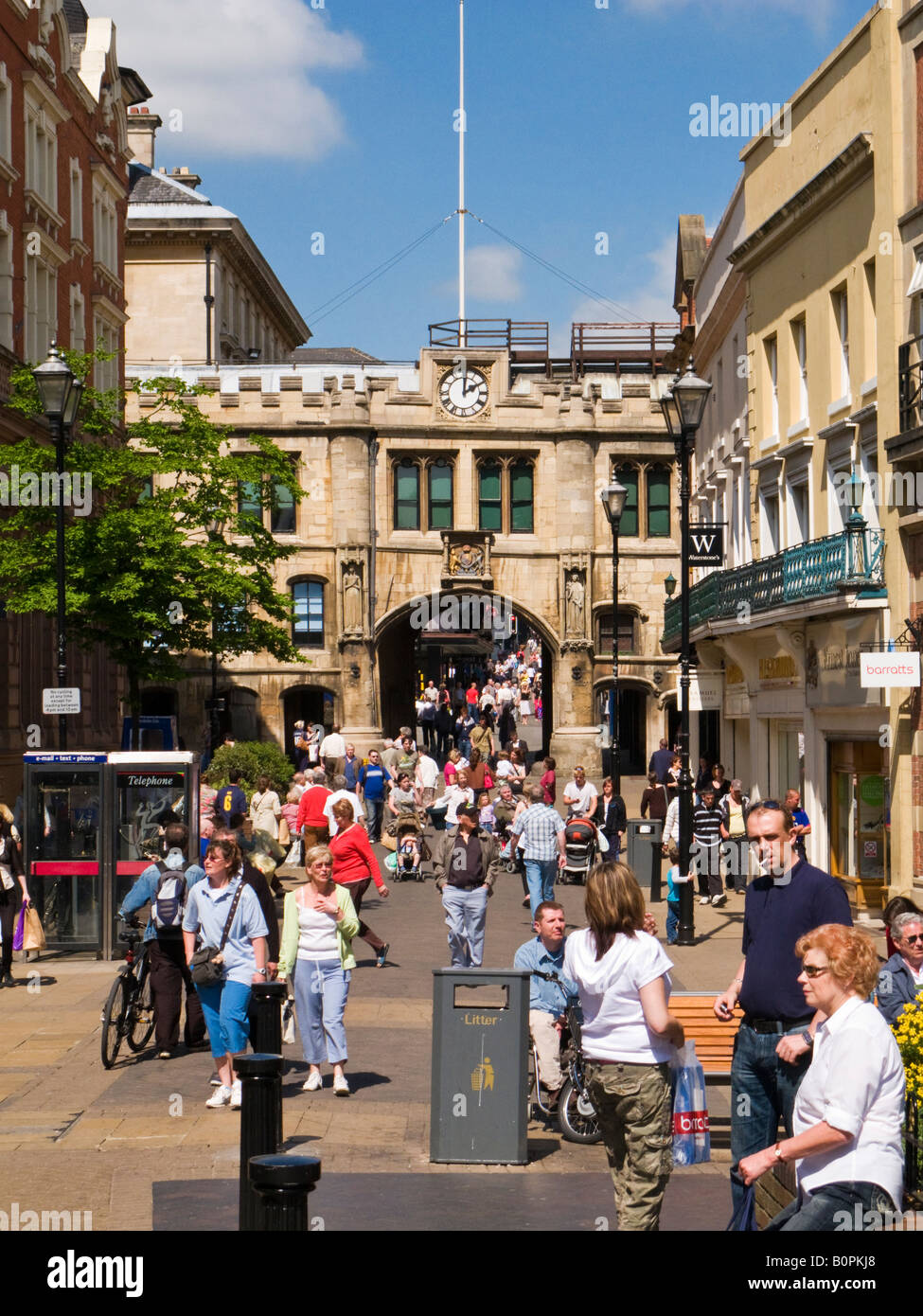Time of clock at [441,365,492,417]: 2:01
